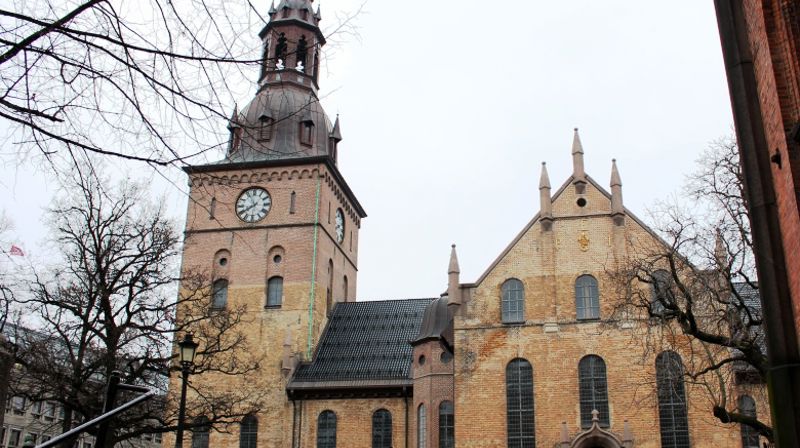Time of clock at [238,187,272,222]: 7:55
